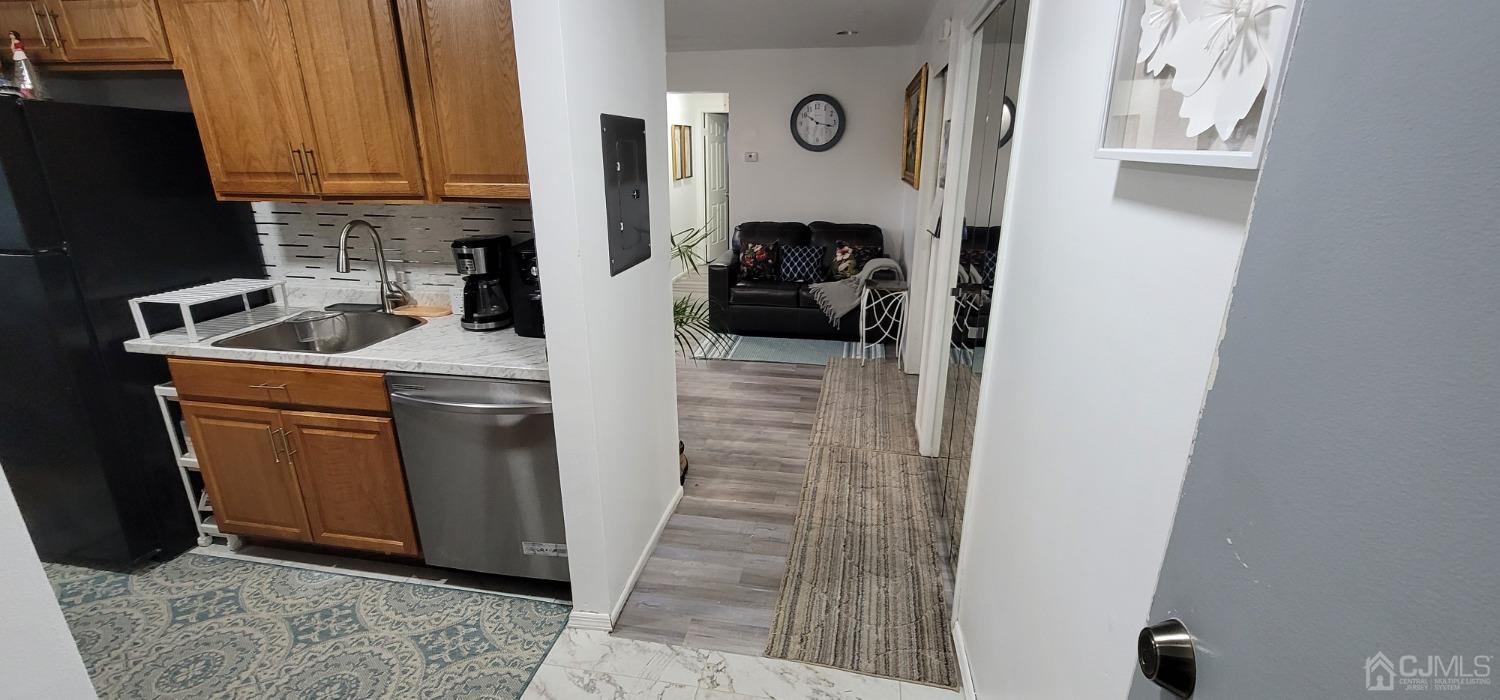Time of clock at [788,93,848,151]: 10:17
